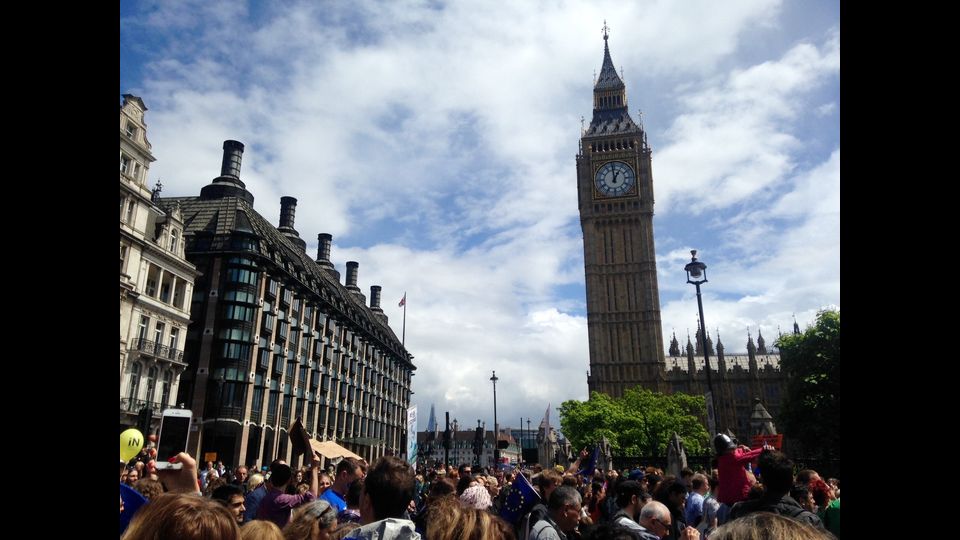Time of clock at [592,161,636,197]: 12:59
